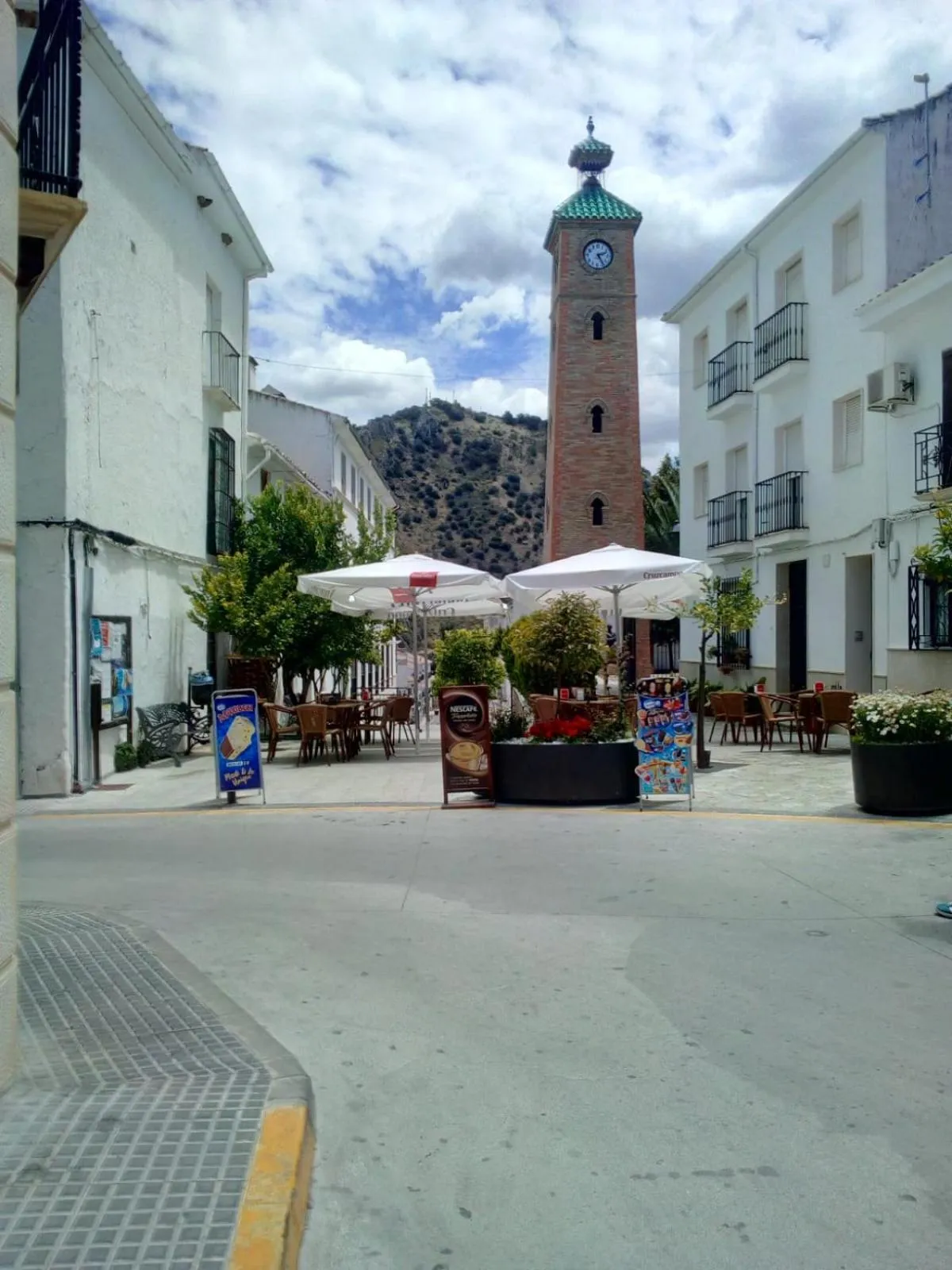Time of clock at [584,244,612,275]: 2:24
